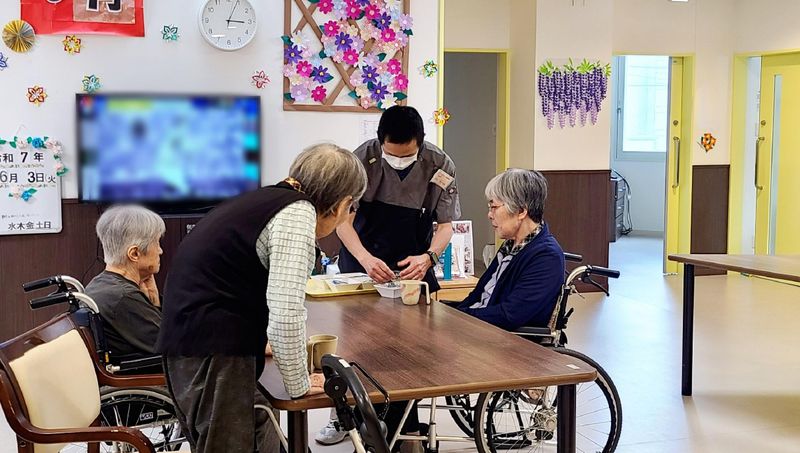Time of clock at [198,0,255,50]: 3:04
